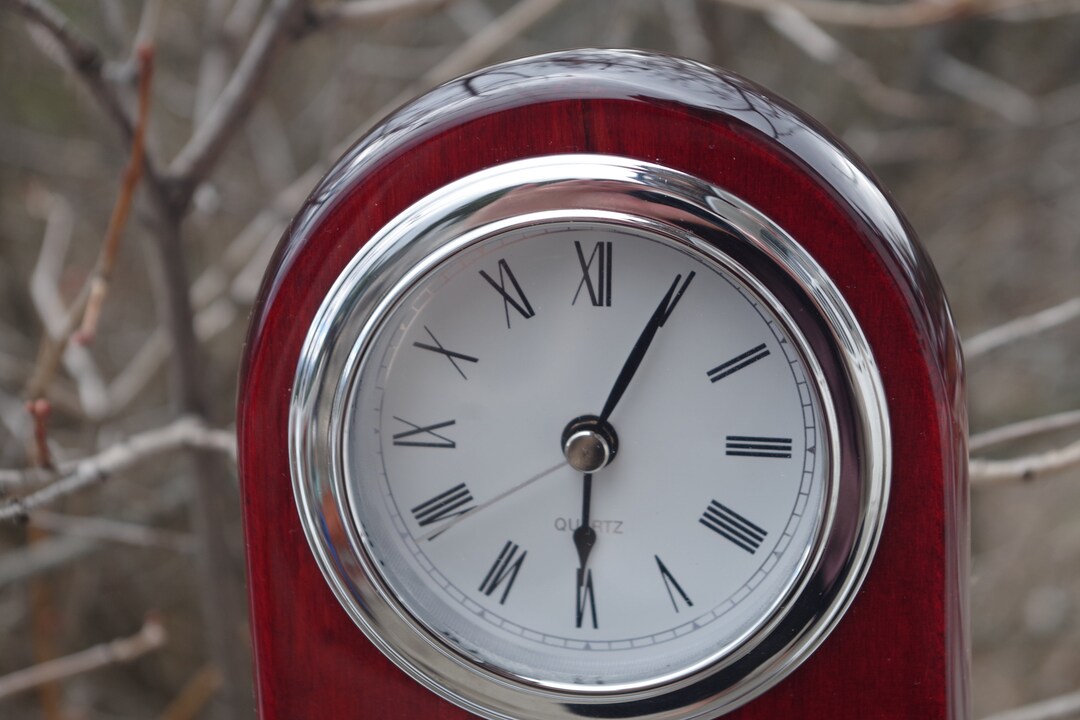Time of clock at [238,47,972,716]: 6:04
